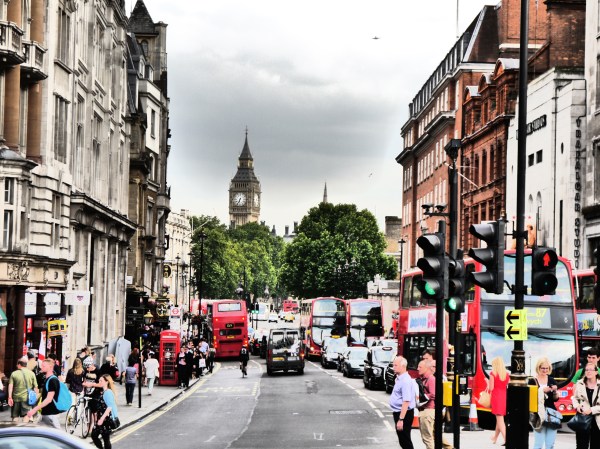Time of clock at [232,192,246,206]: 6:34
